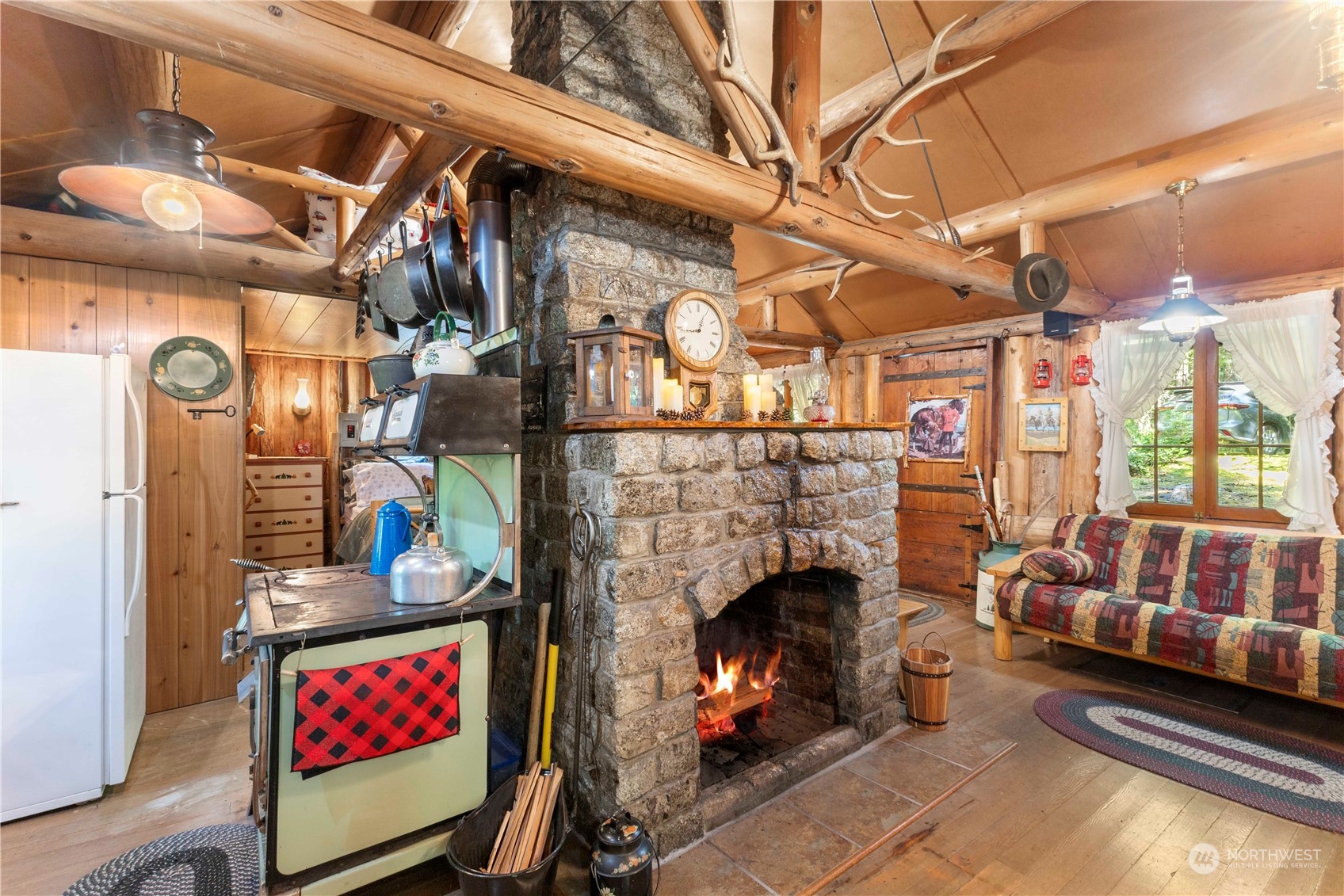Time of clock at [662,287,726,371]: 12:43
